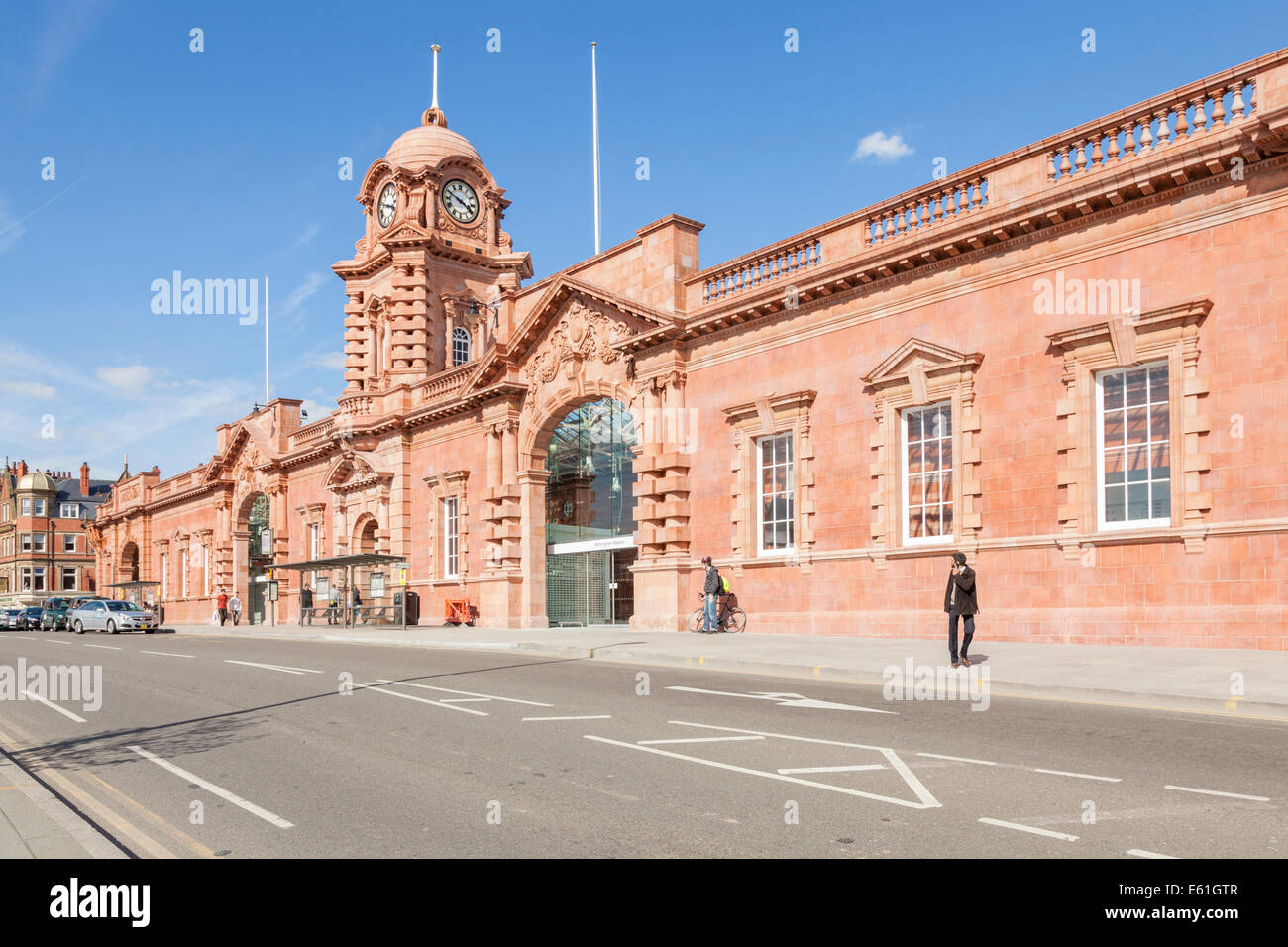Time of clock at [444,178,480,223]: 3:49
